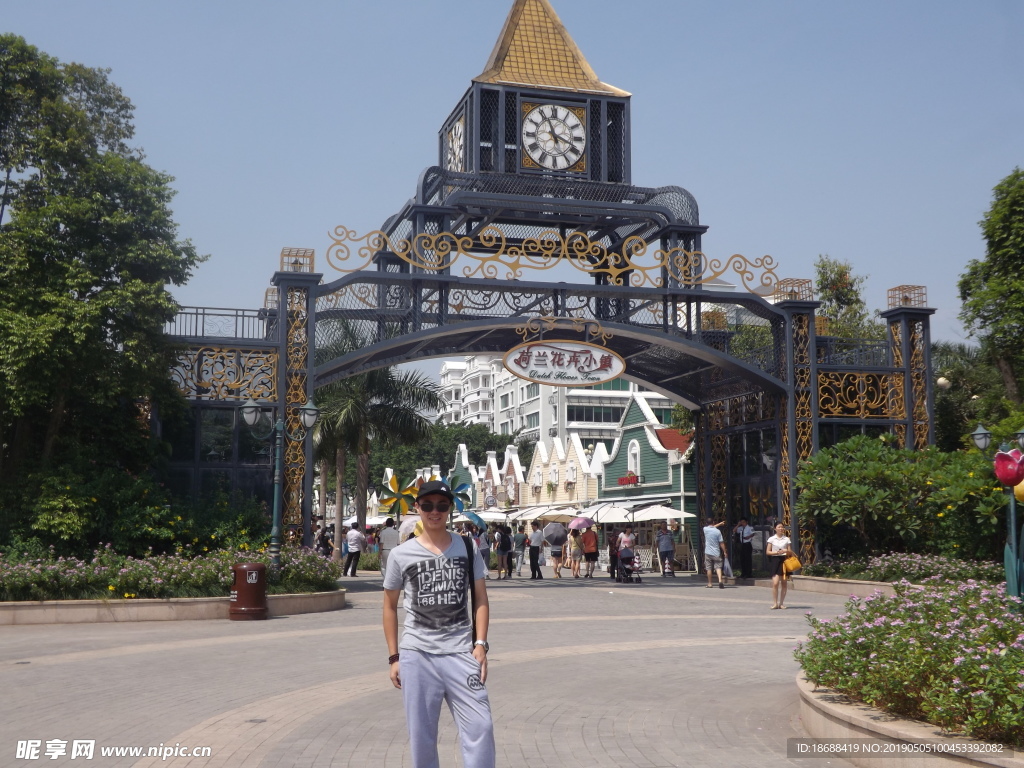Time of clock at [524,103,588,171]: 11:18
